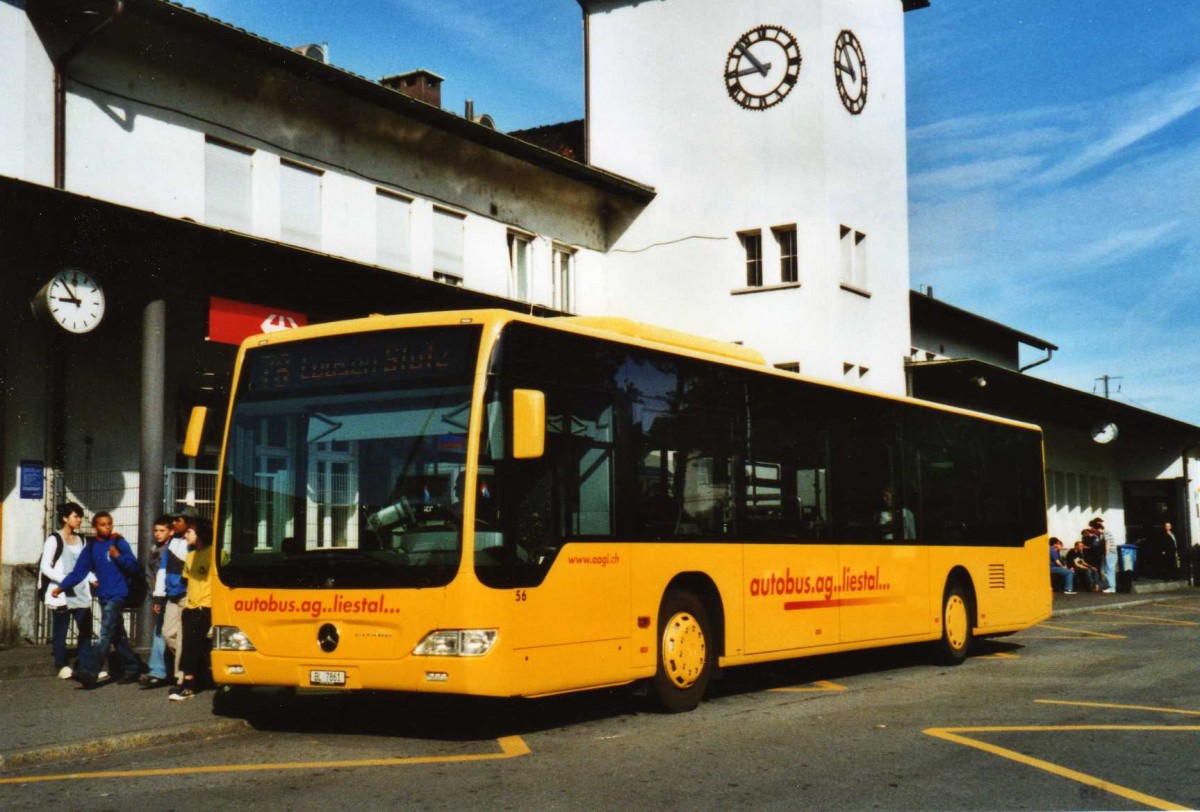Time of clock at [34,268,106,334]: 8:53
